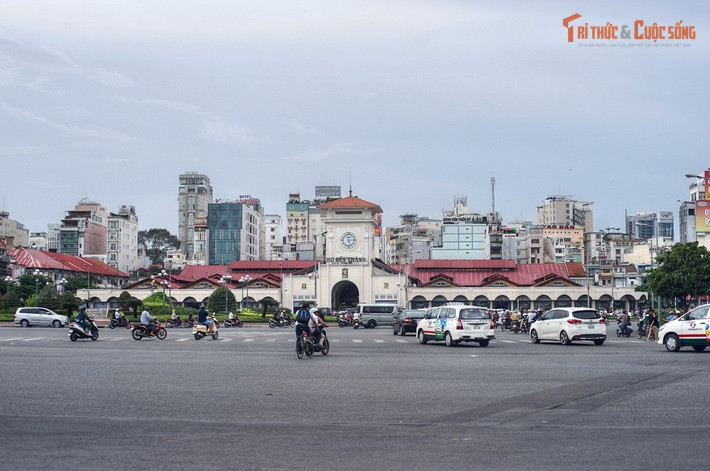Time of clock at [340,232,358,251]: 5:14
